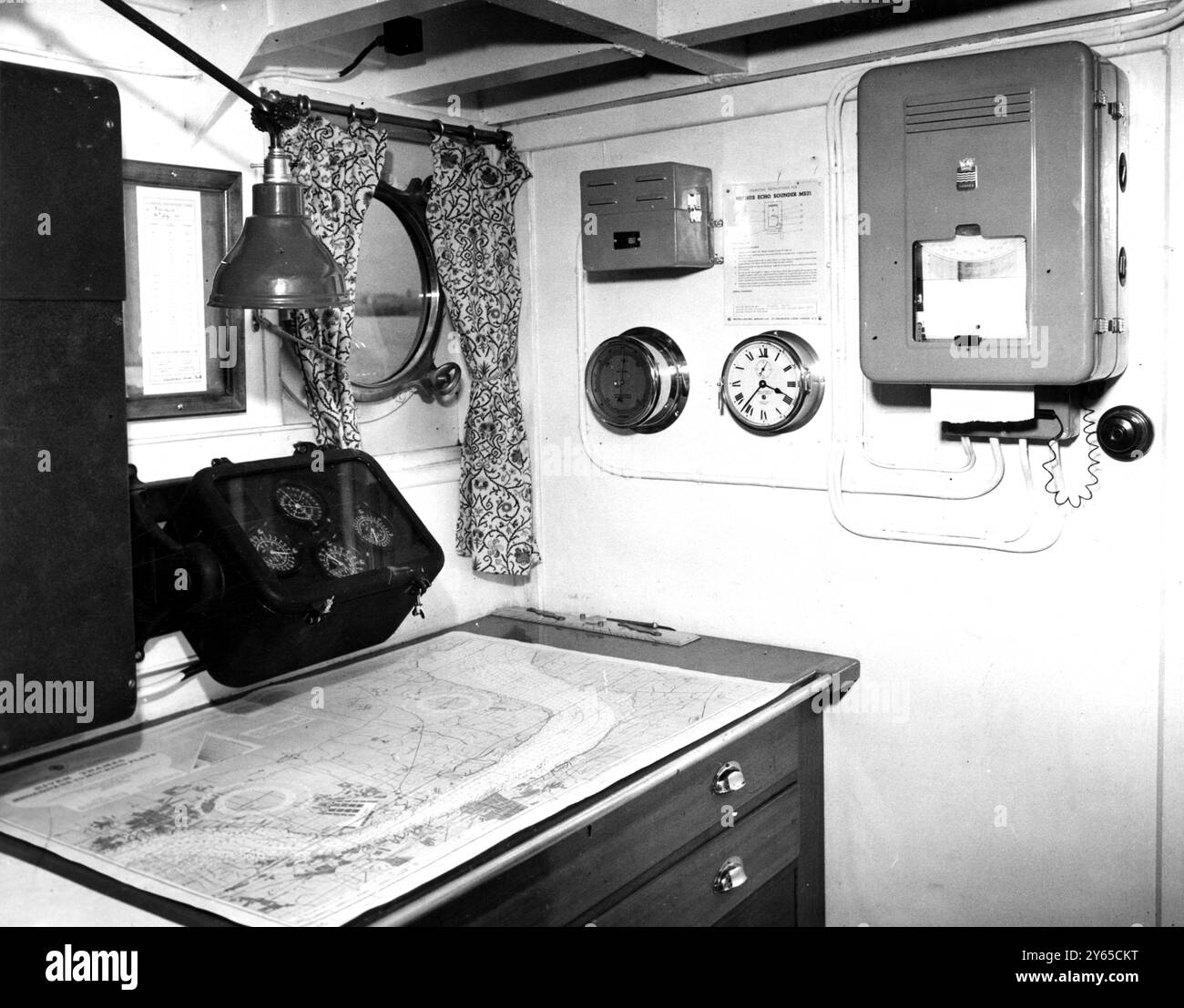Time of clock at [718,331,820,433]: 3:36
